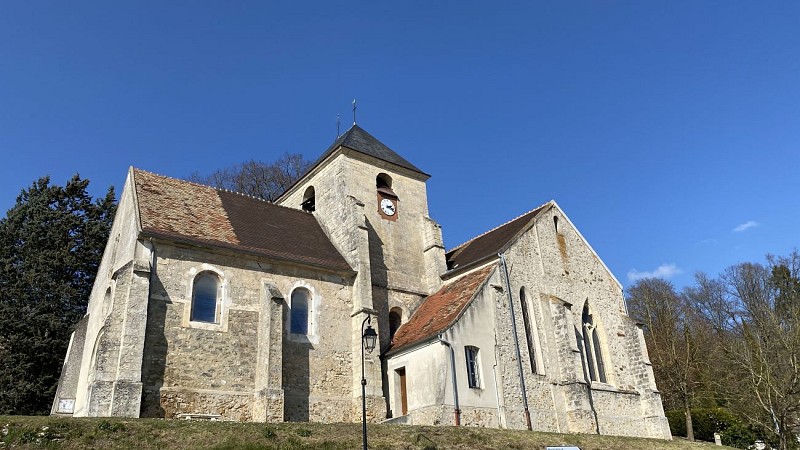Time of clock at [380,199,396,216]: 2:18
